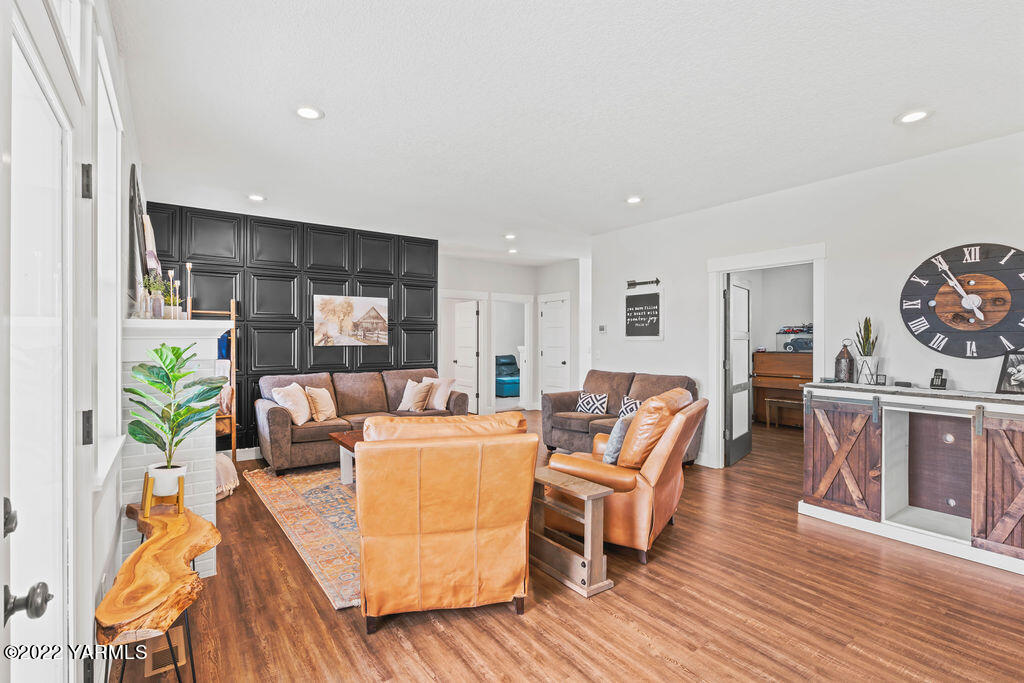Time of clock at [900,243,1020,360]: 10:55
